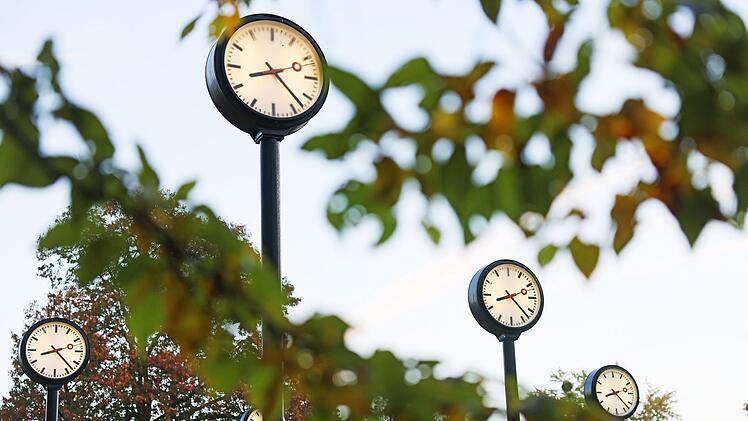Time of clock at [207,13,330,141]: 8:22
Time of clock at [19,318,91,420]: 8:22
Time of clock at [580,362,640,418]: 8:22
